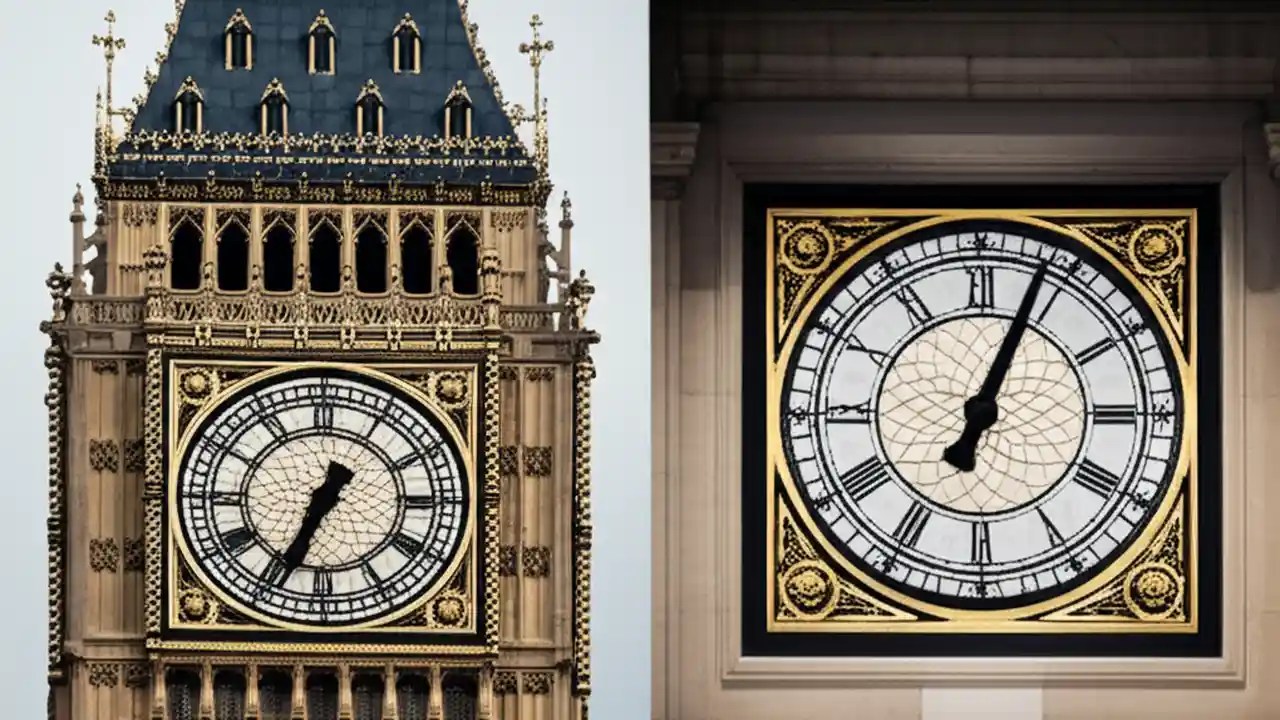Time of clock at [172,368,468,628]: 6:34
